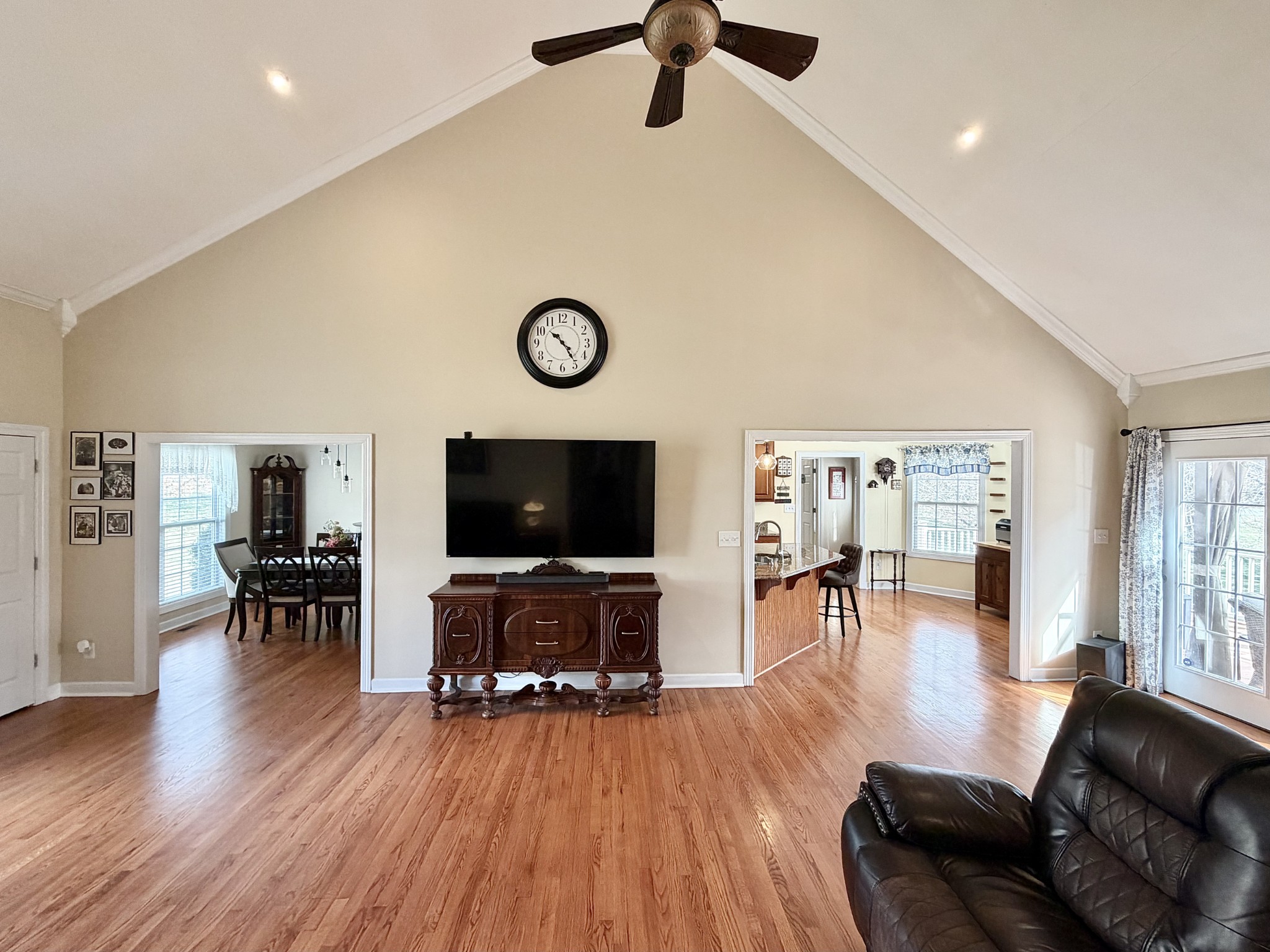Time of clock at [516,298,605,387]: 10:24
